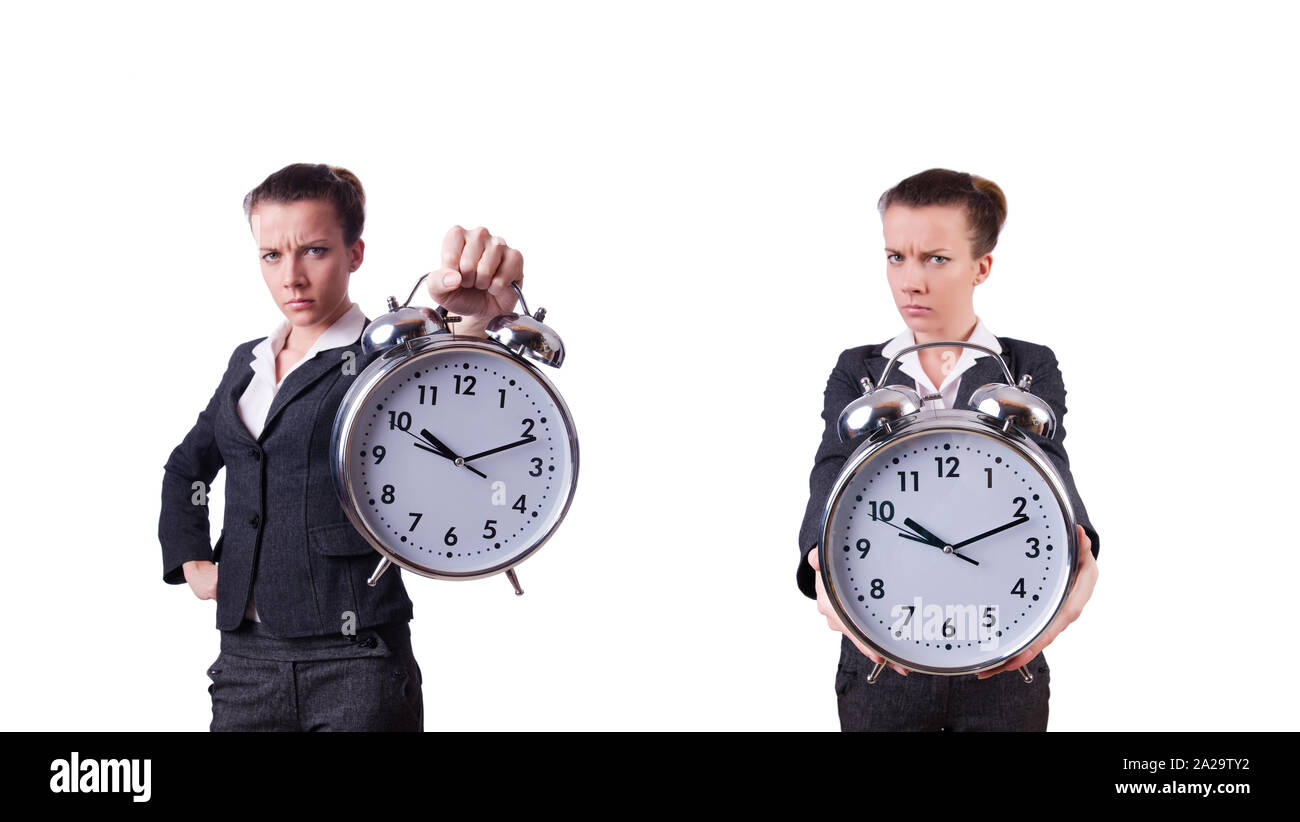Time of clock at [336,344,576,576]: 10:11
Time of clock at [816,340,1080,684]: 10:11
